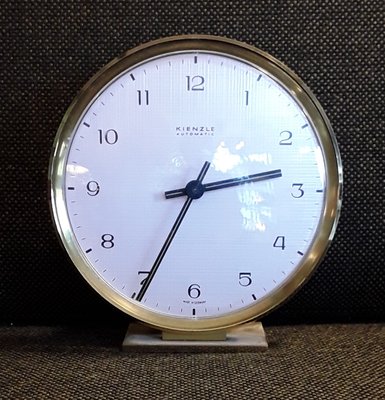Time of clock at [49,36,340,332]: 2:34
